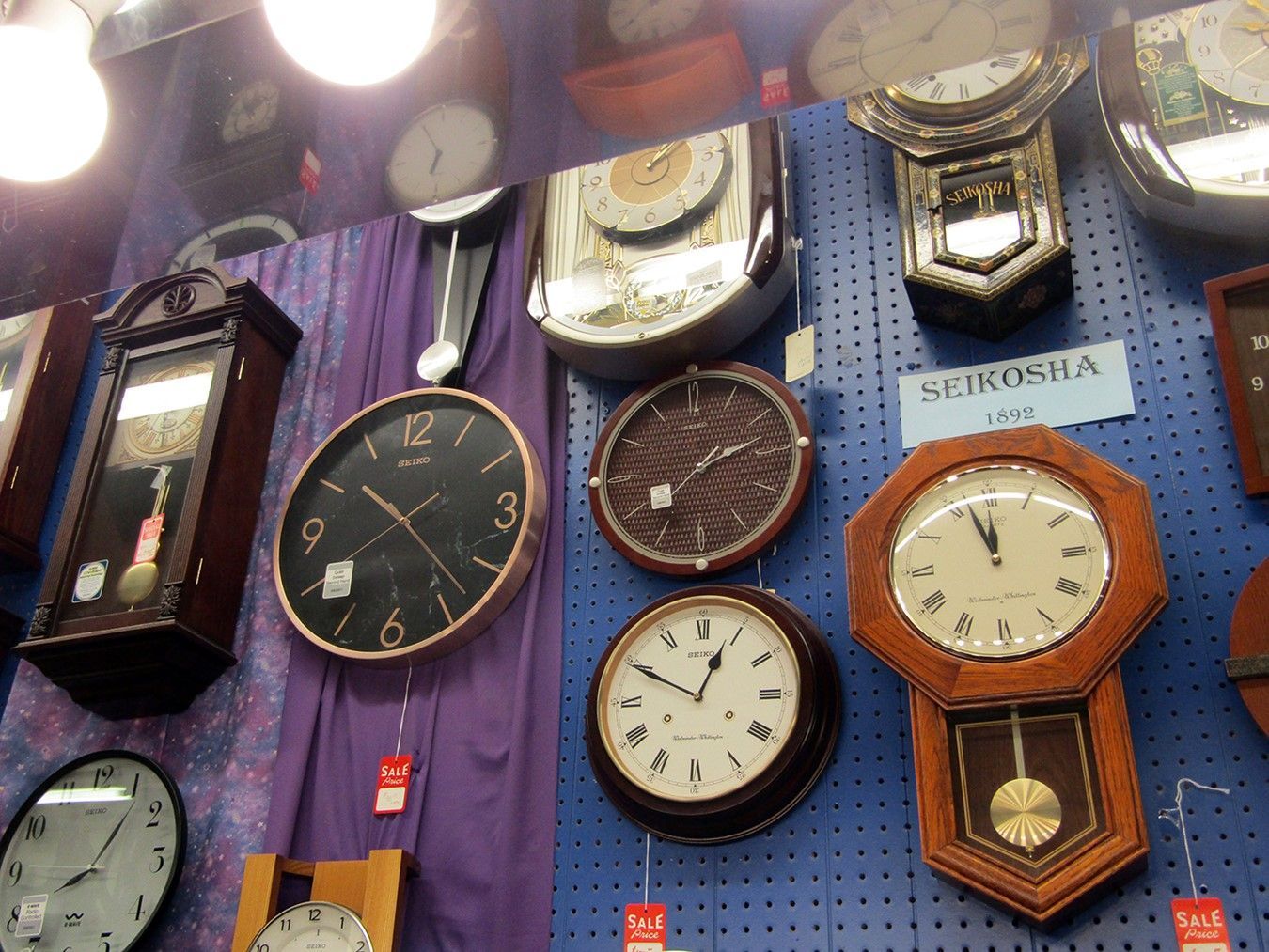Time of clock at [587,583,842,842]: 12:49
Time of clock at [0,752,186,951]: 8:06
